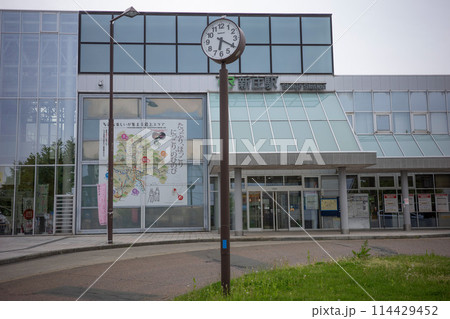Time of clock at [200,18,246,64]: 6:20
